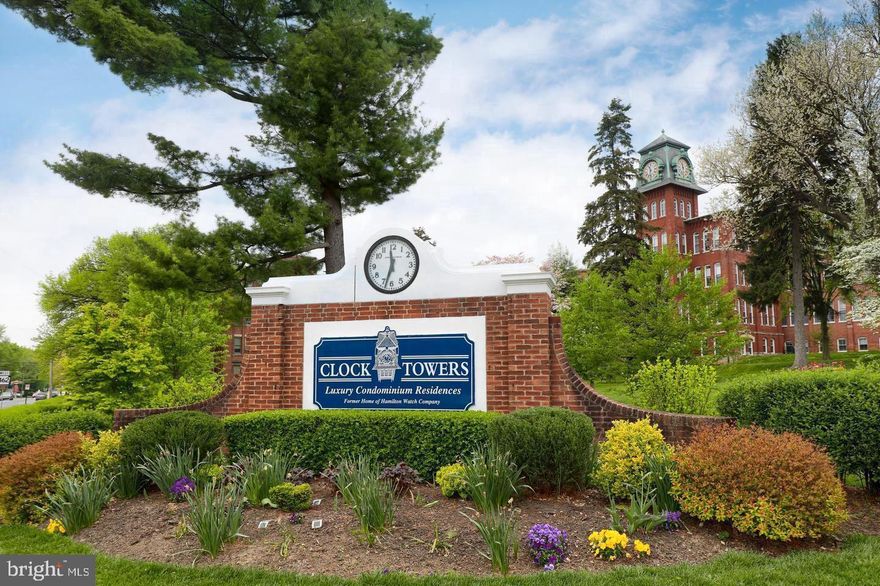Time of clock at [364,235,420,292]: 11:32
